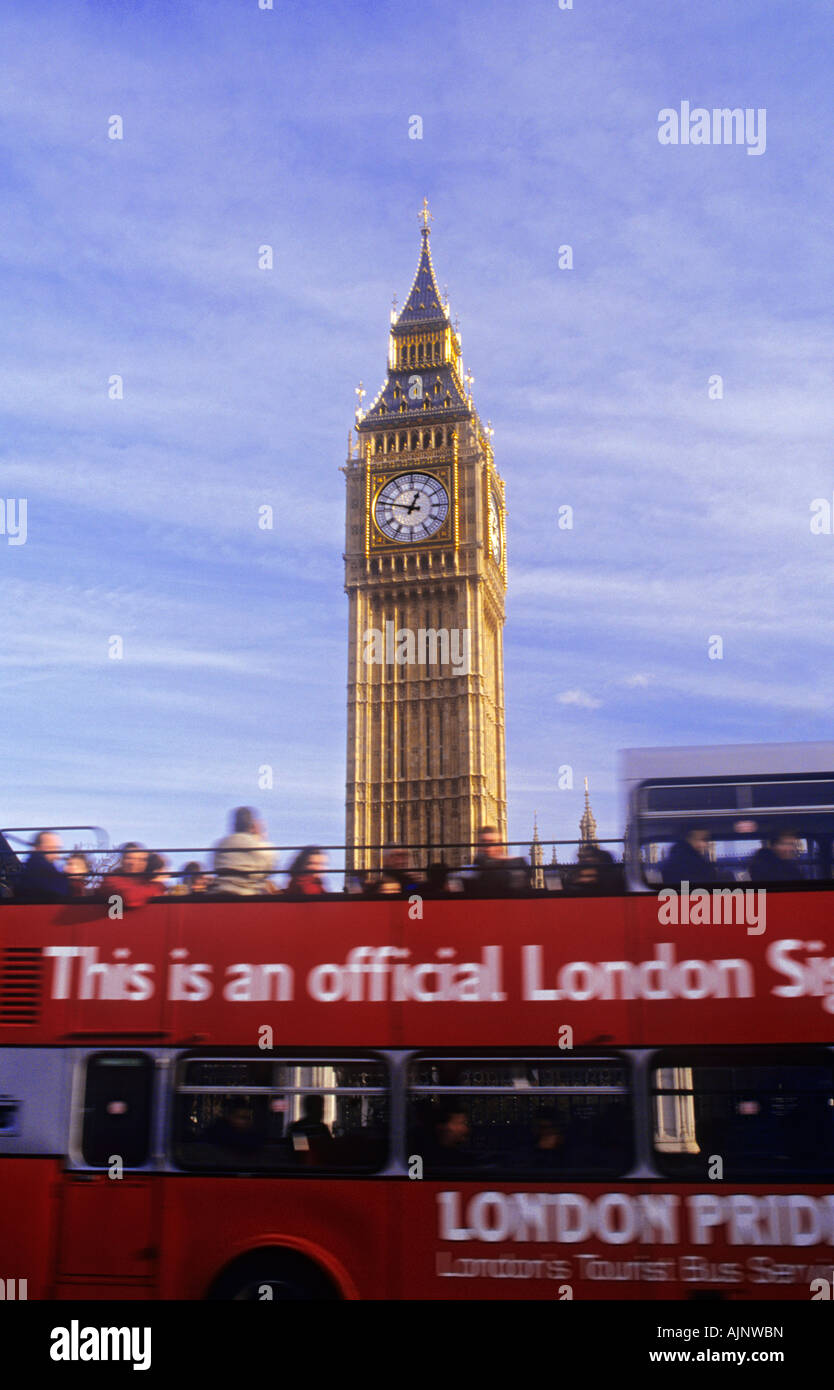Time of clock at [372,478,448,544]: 12:47
